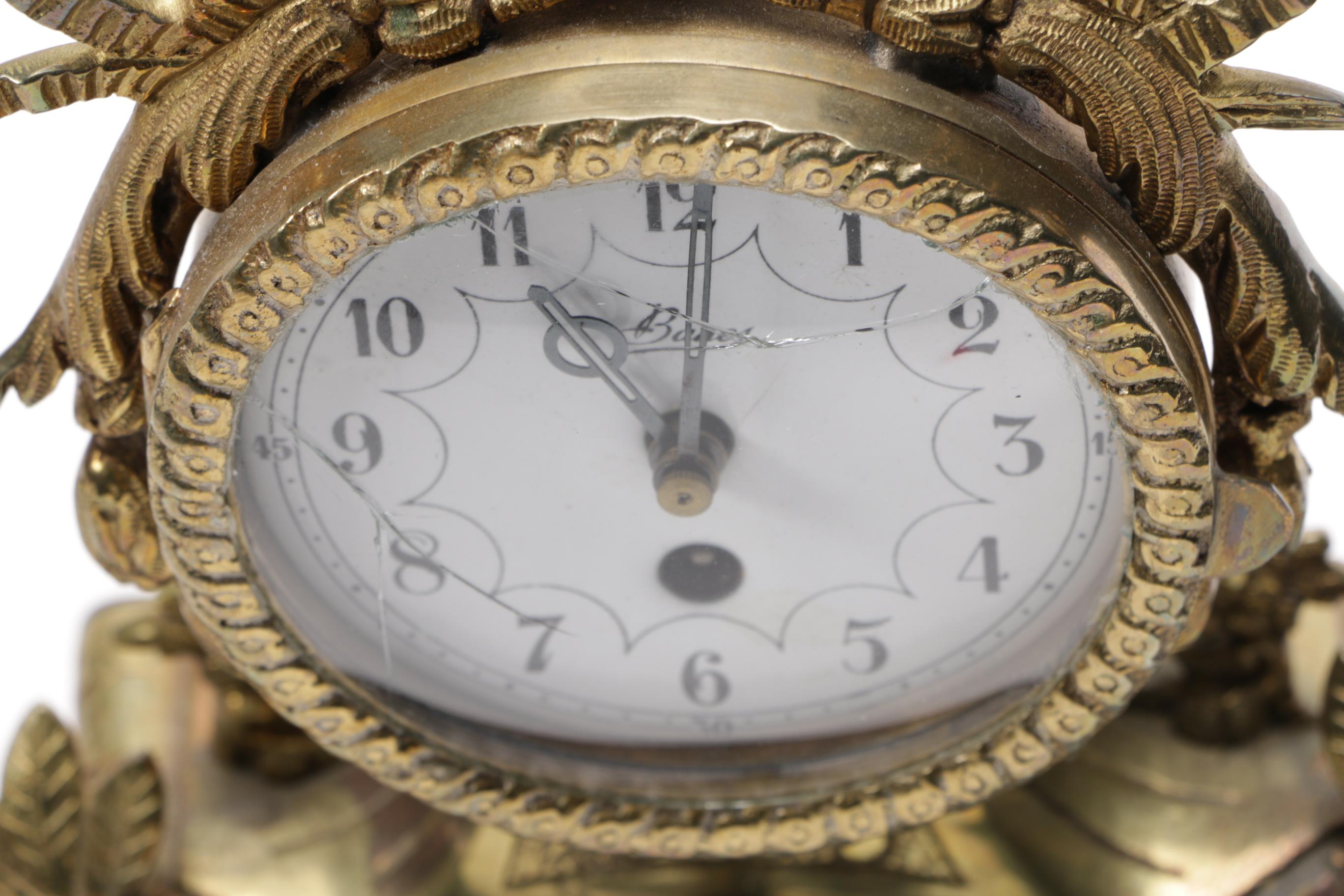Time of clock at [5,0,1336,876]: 11:01
